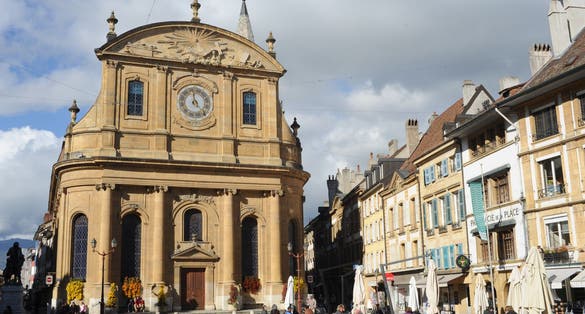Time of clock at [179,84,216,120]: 4:59
